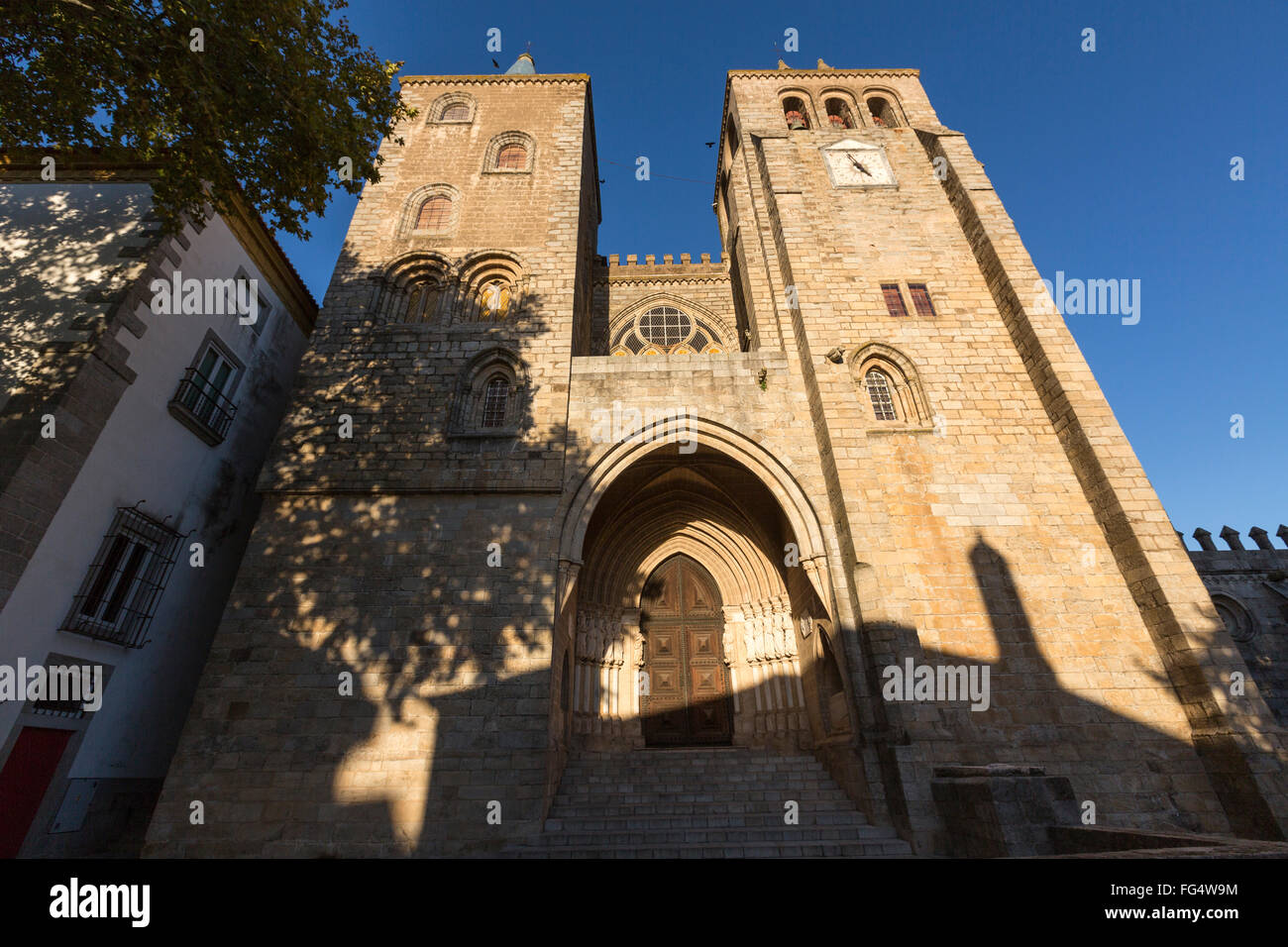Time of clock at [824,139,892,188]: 4:57
